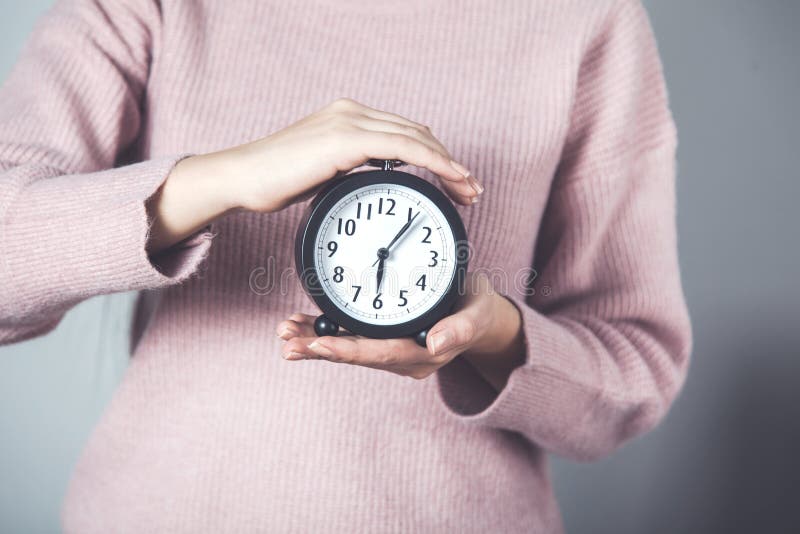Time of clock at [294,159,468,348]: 6:06
